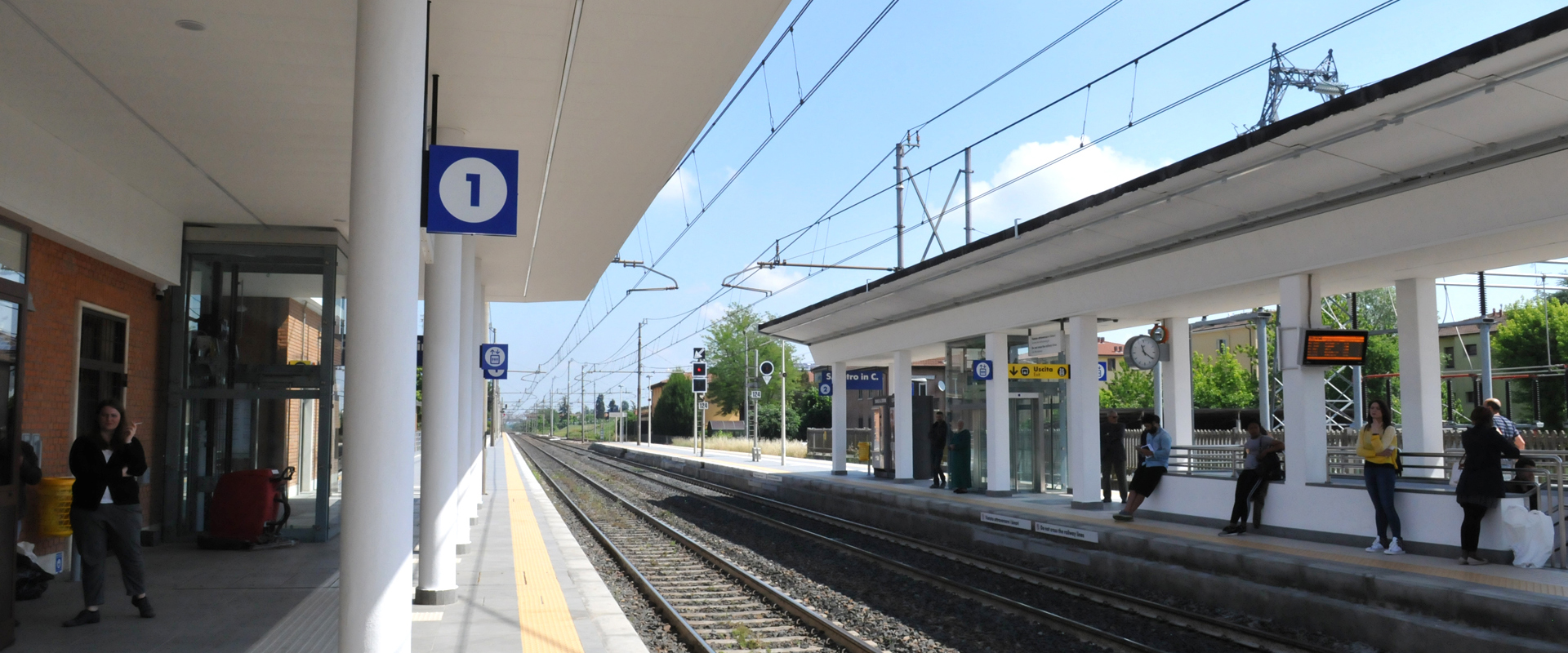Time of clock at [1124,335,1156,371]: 11:20
